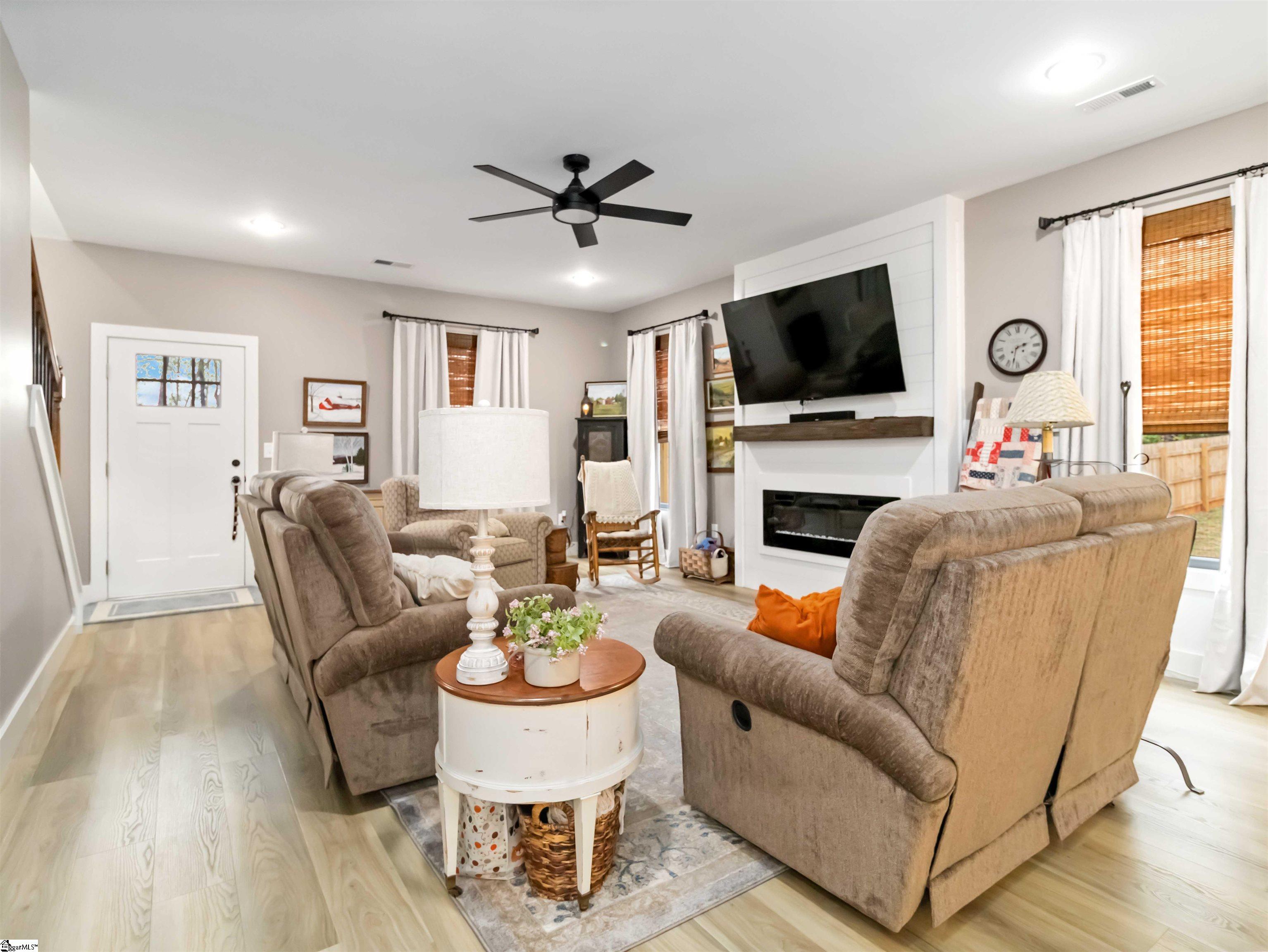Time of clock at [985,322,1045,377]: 2:32
